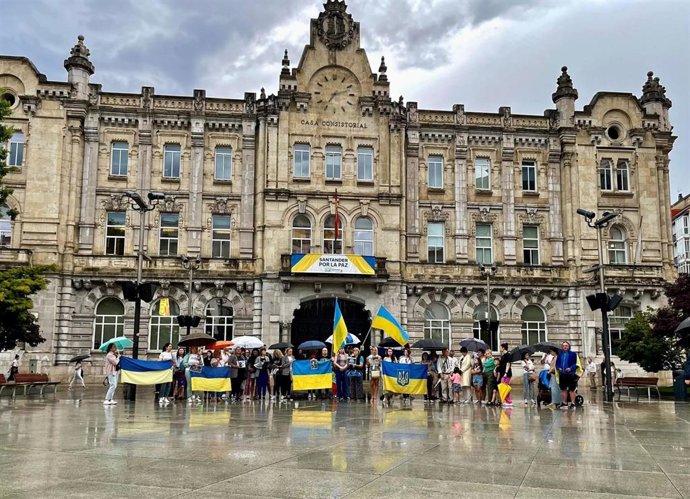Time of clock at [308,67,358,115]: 7:12
